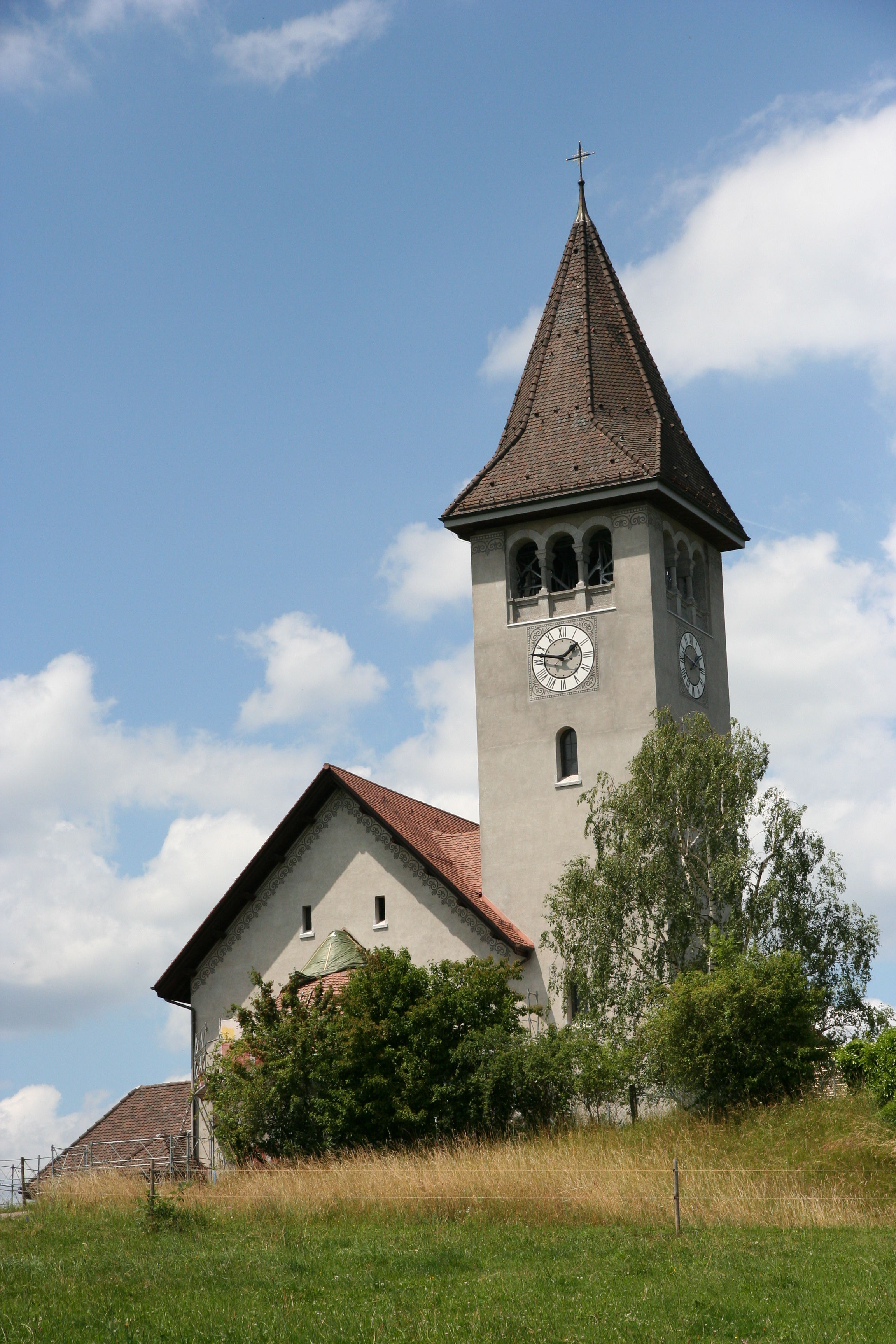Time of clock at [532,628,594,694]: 1:47
